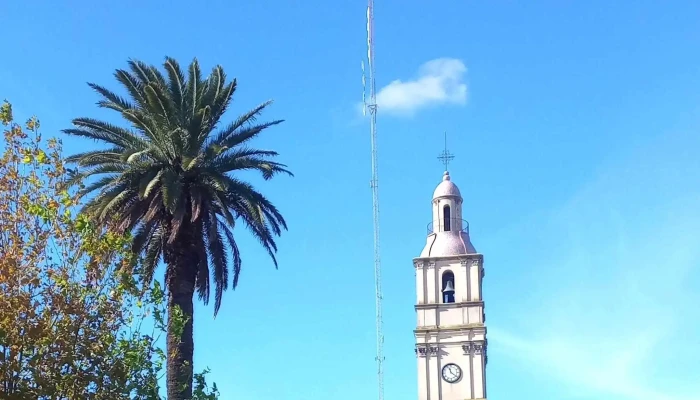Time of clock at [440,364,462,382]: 11:21
